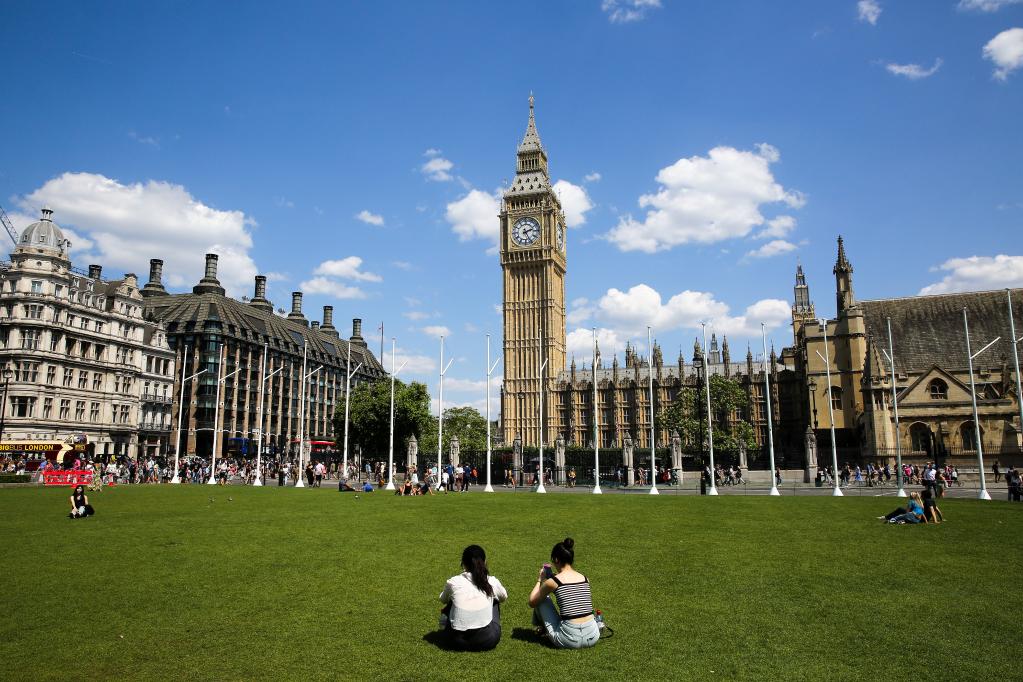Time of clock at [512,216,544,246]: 2:25
